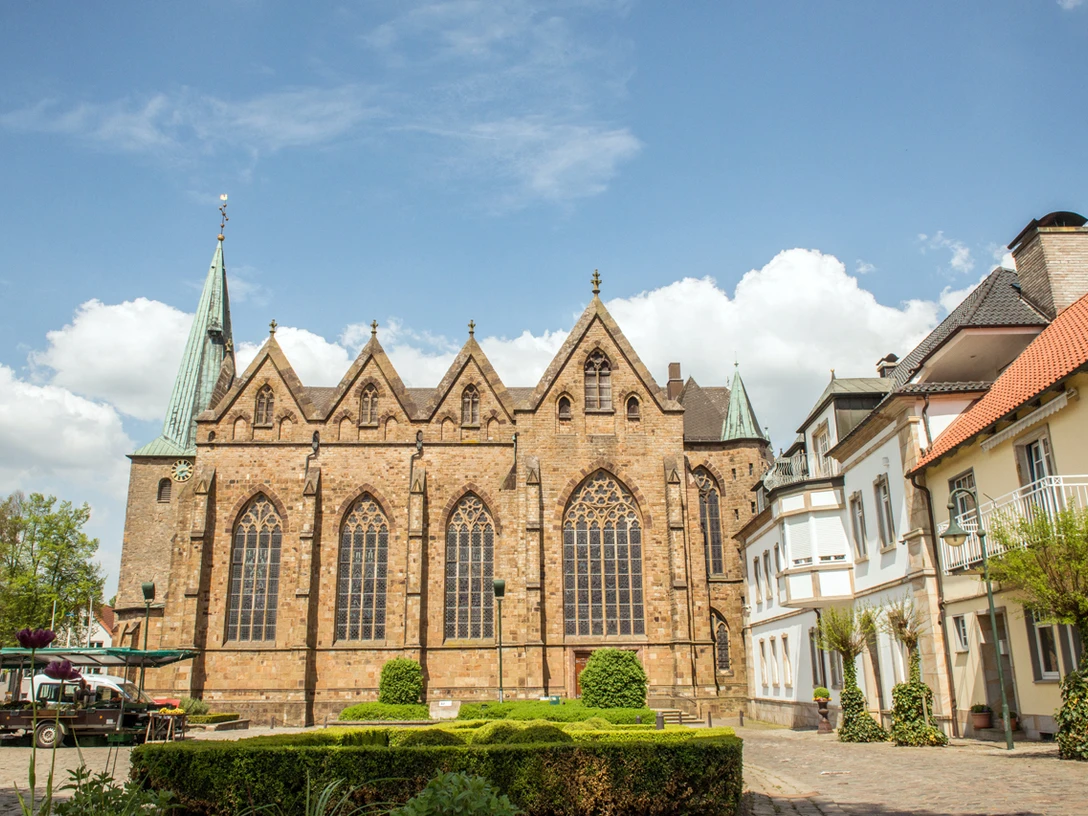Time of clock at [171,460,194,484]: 2:38
